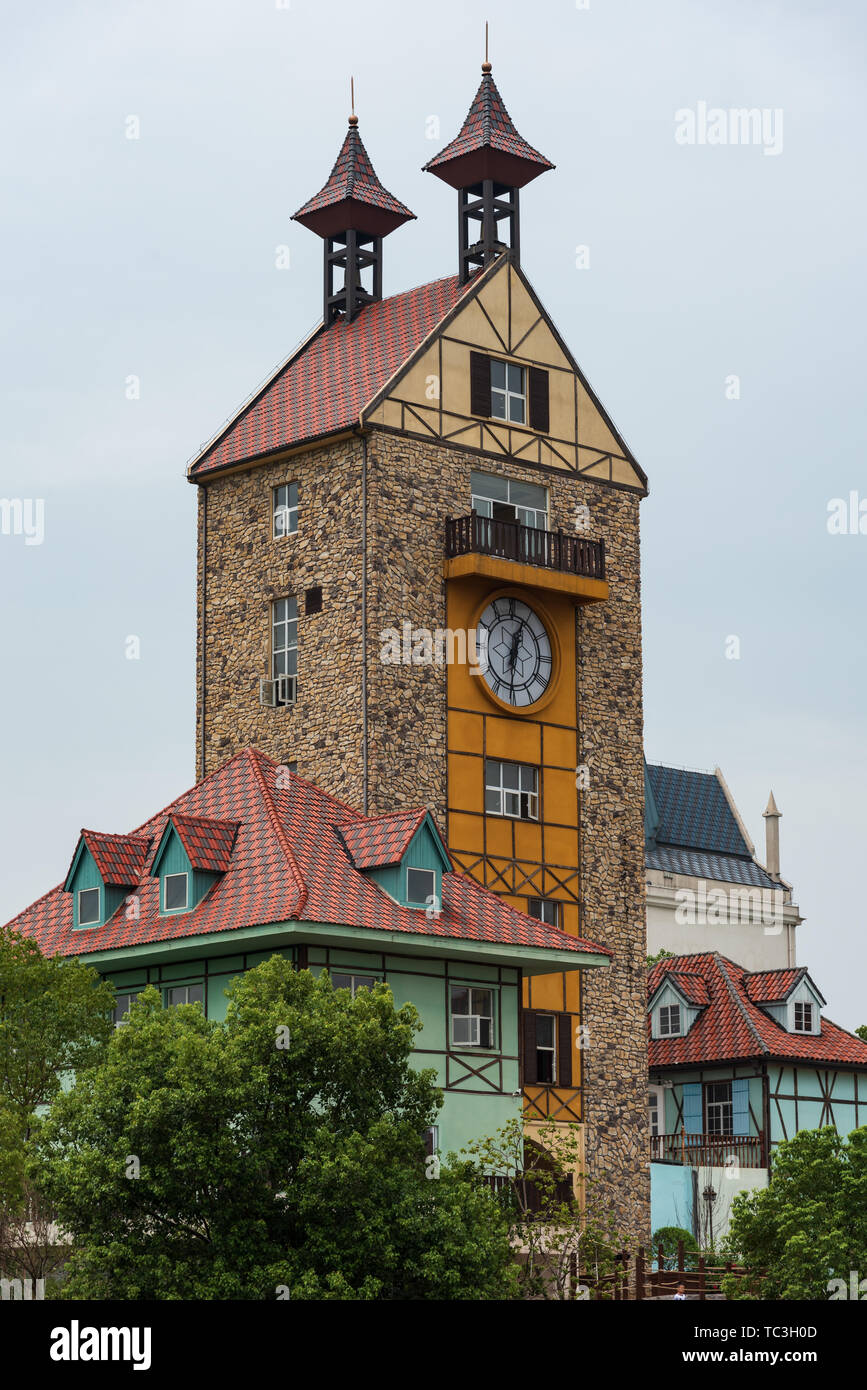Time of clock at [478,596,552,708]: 12:30
